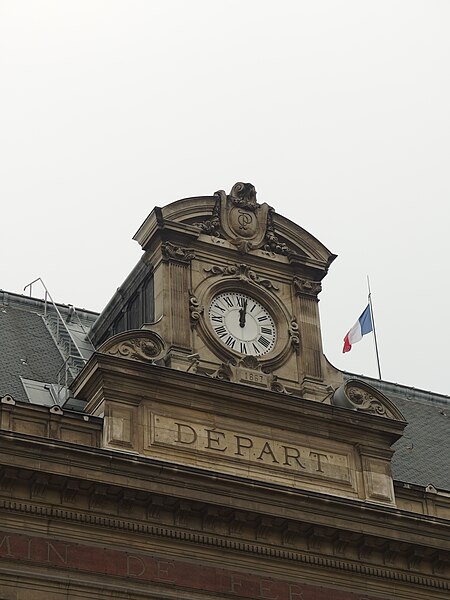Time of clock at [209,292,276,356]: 12:01
